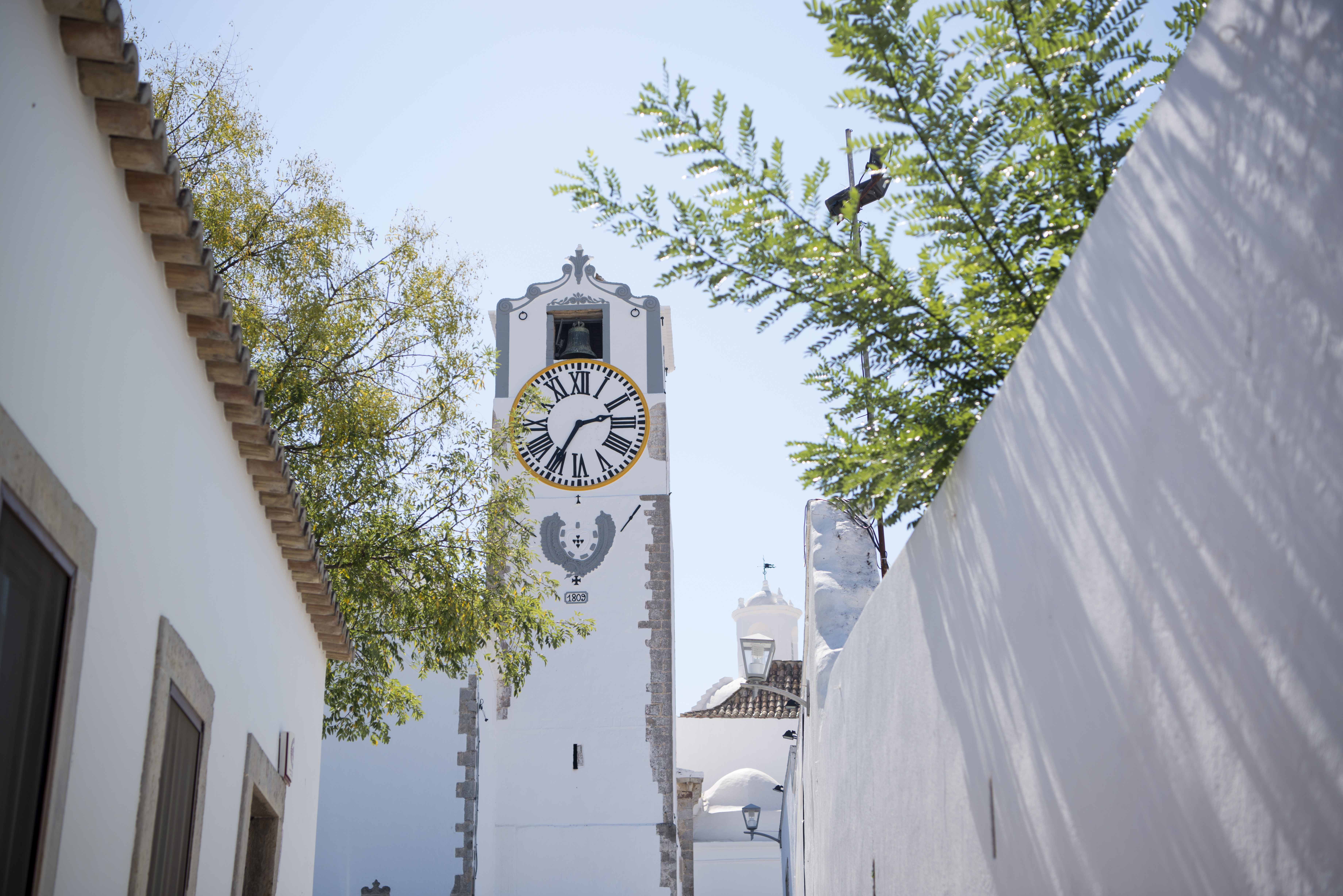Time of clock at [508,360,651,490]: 2:34
